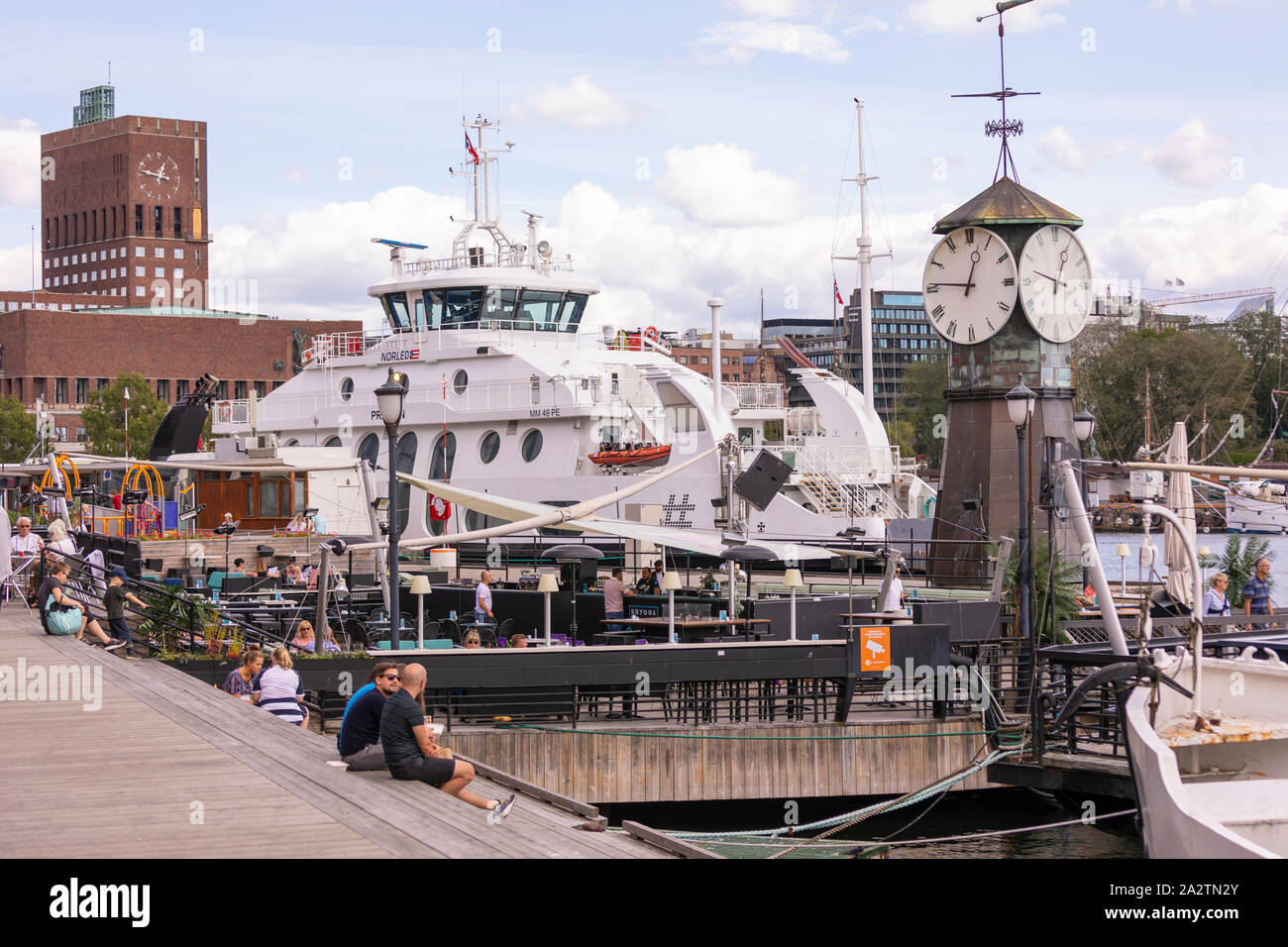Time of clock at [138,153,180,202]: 12:47
